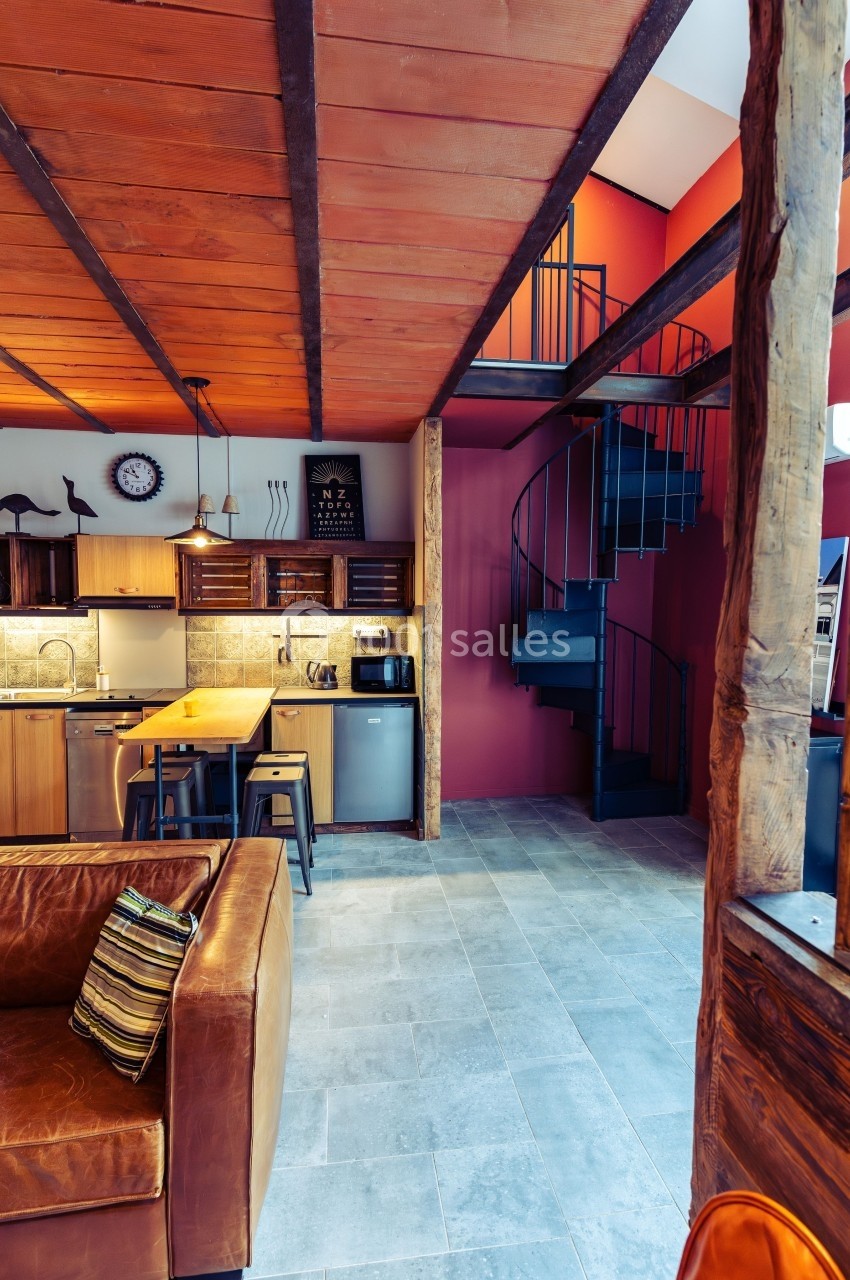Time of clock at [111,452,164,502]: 10:48
